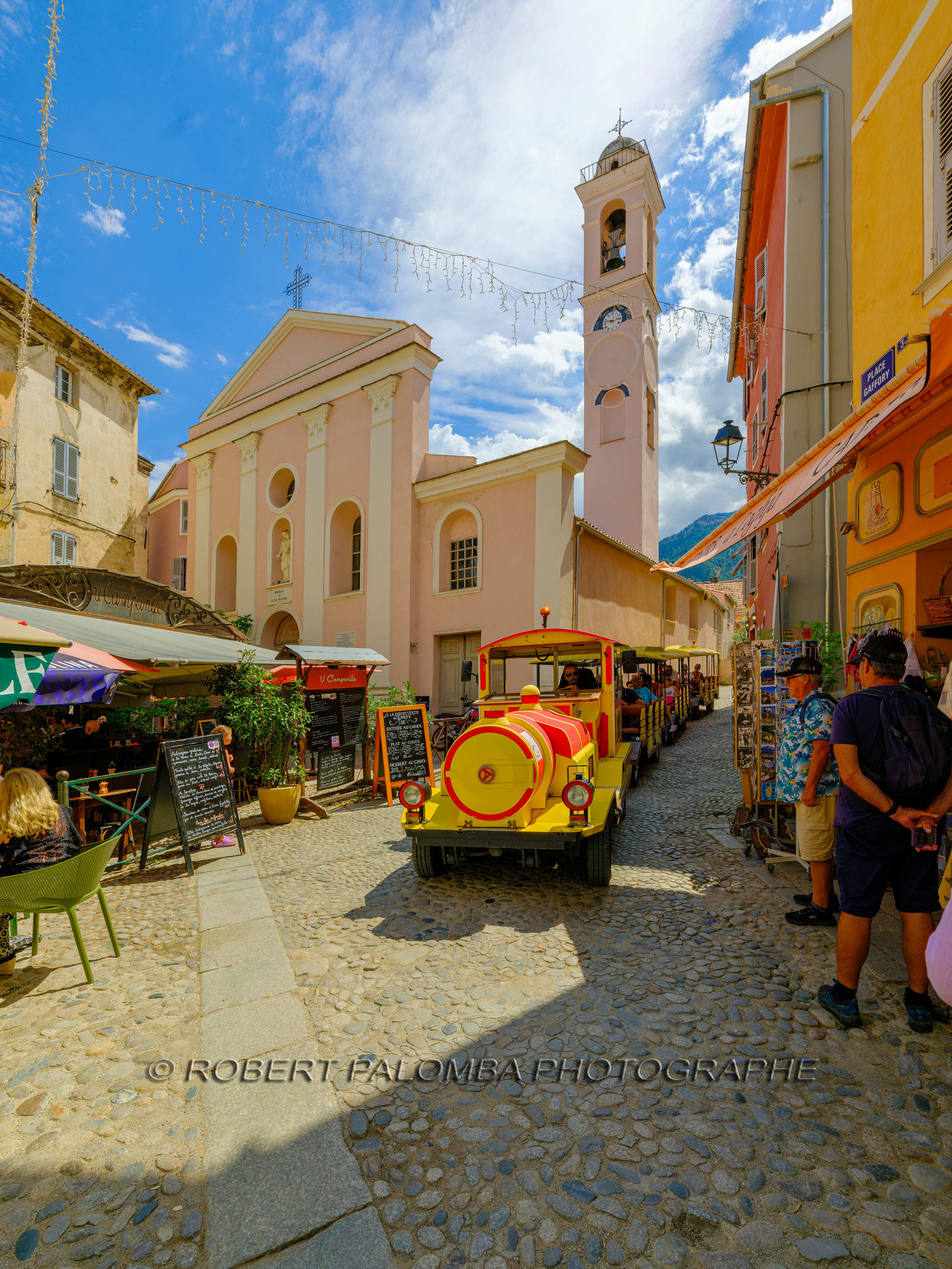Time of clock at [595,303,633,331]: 2:46
